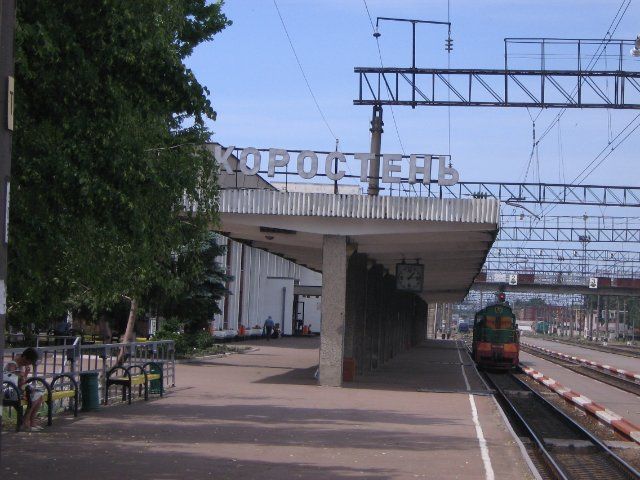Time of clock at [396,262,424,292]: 1:13
